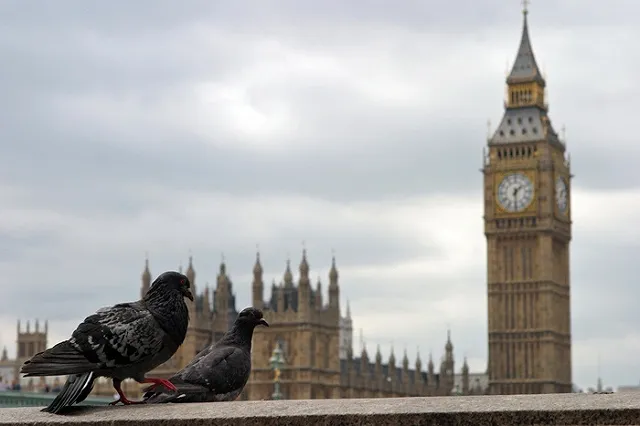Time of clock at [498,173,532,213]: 1:29
